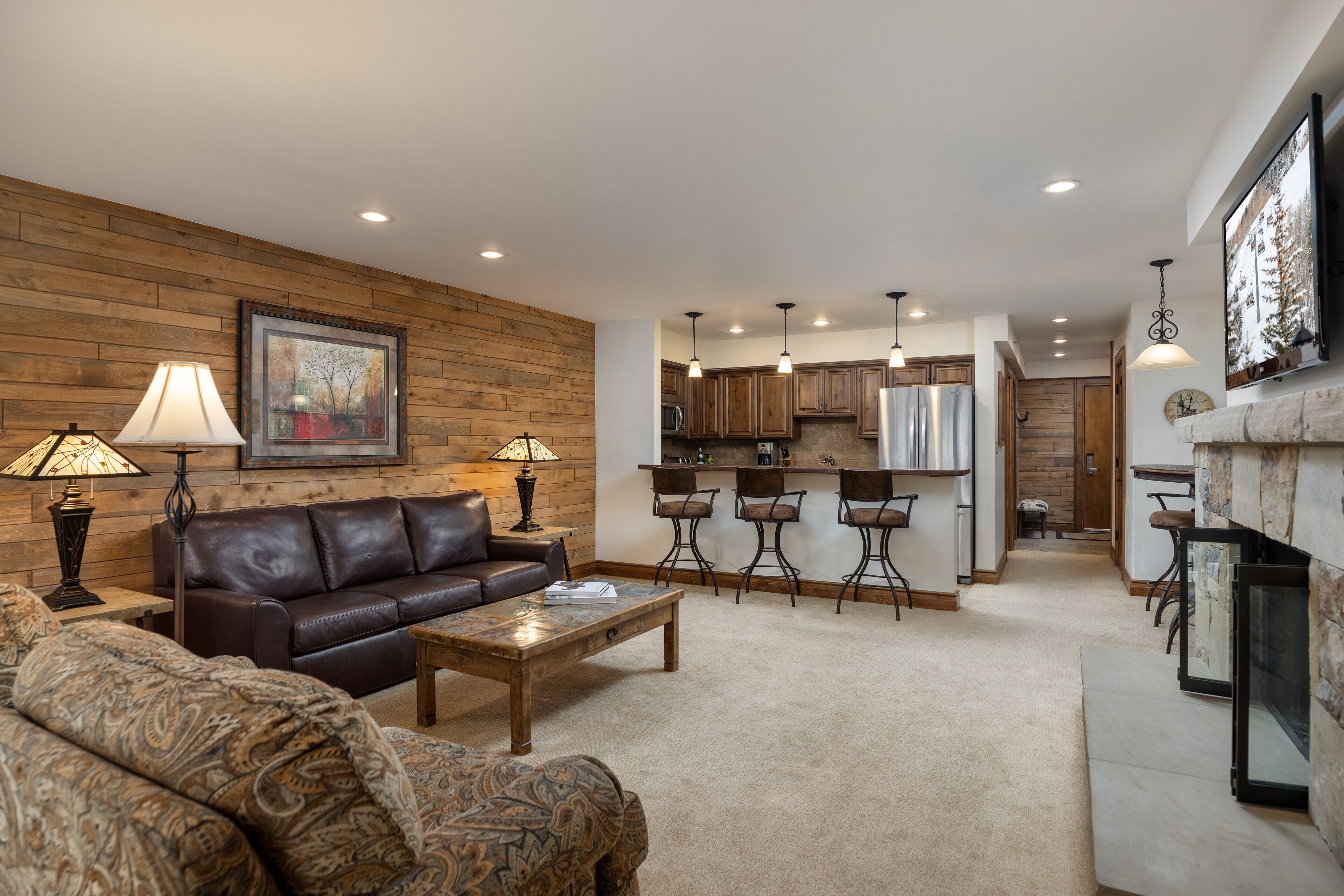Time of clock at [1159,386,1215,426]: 10:02
